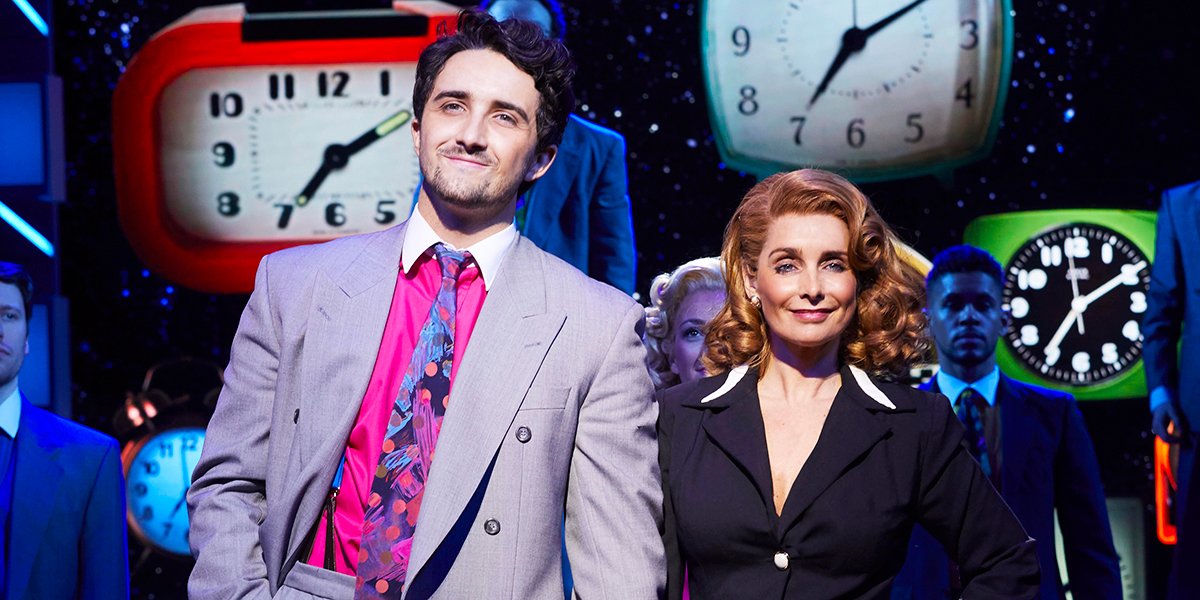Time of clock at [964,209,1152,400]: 11:35
